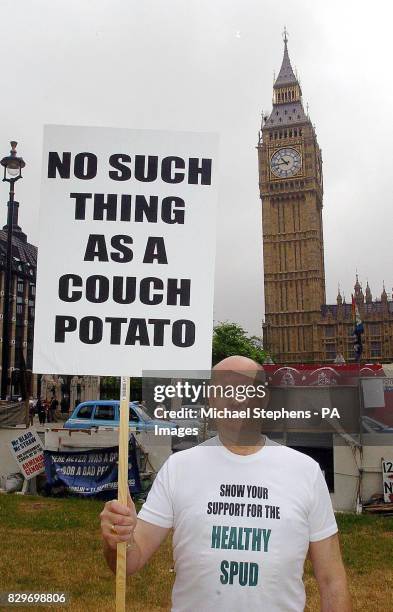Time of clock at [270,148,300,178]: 10:43
